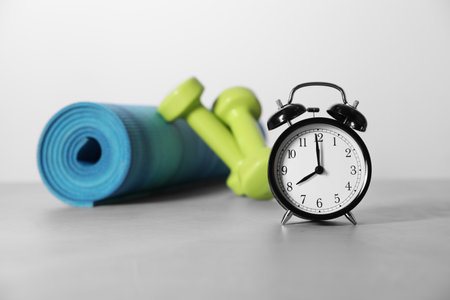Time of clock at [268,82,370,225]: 7:59
